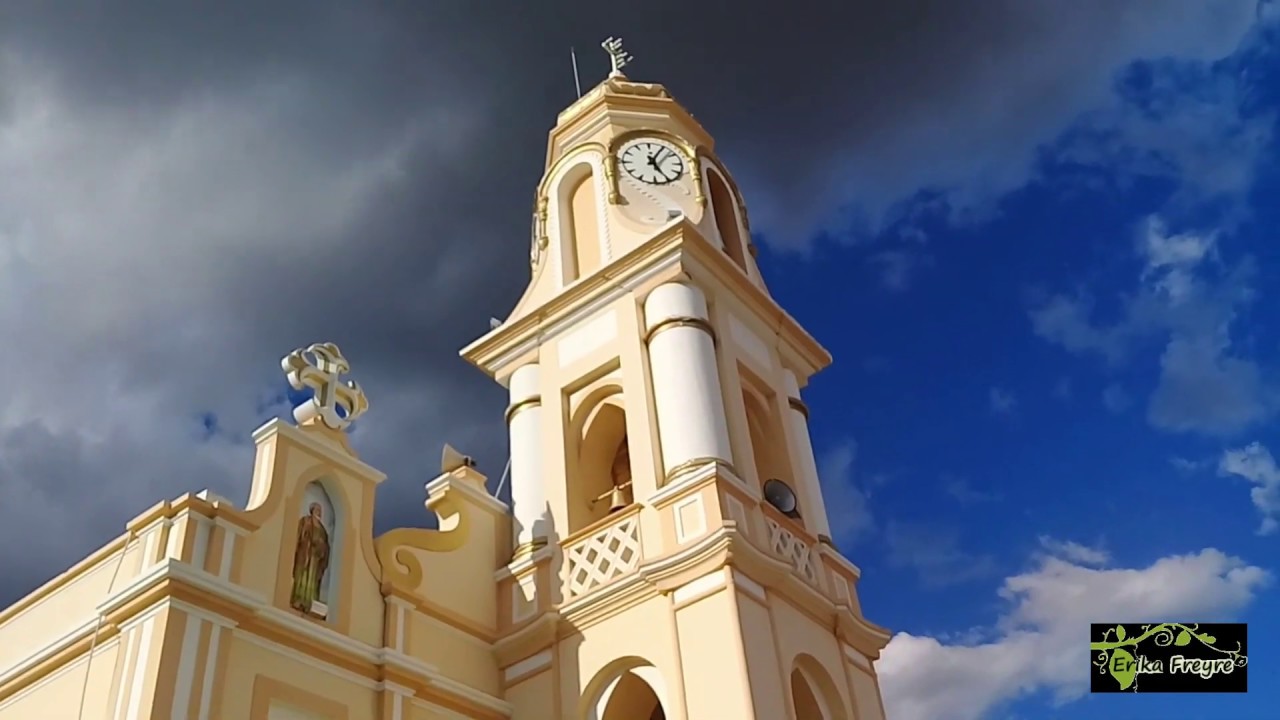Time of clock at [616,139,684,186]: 5:05
